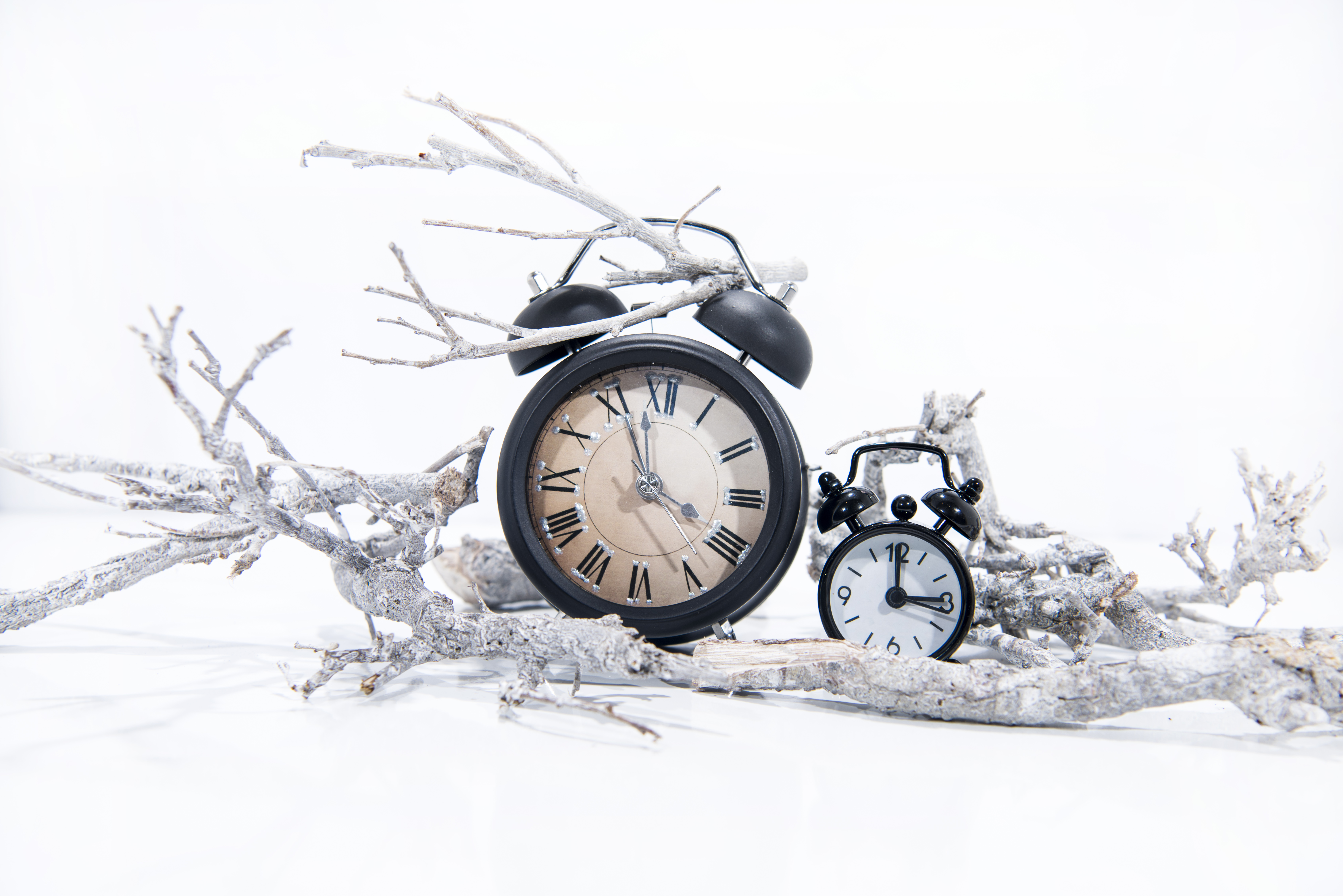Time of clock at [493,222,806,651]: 3:56
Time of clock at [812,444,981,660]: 3:00
